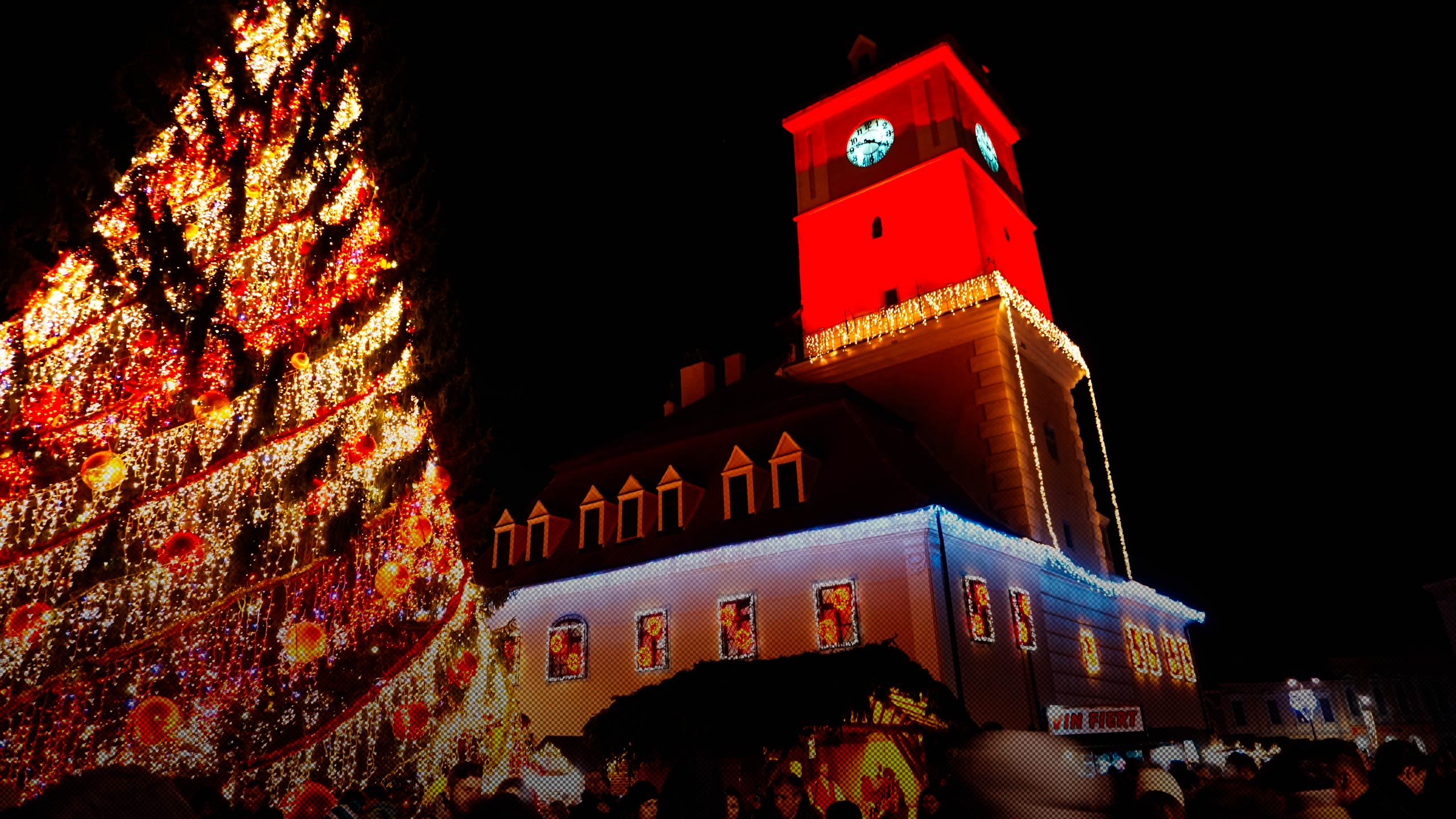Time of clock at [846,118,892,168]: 9:20
